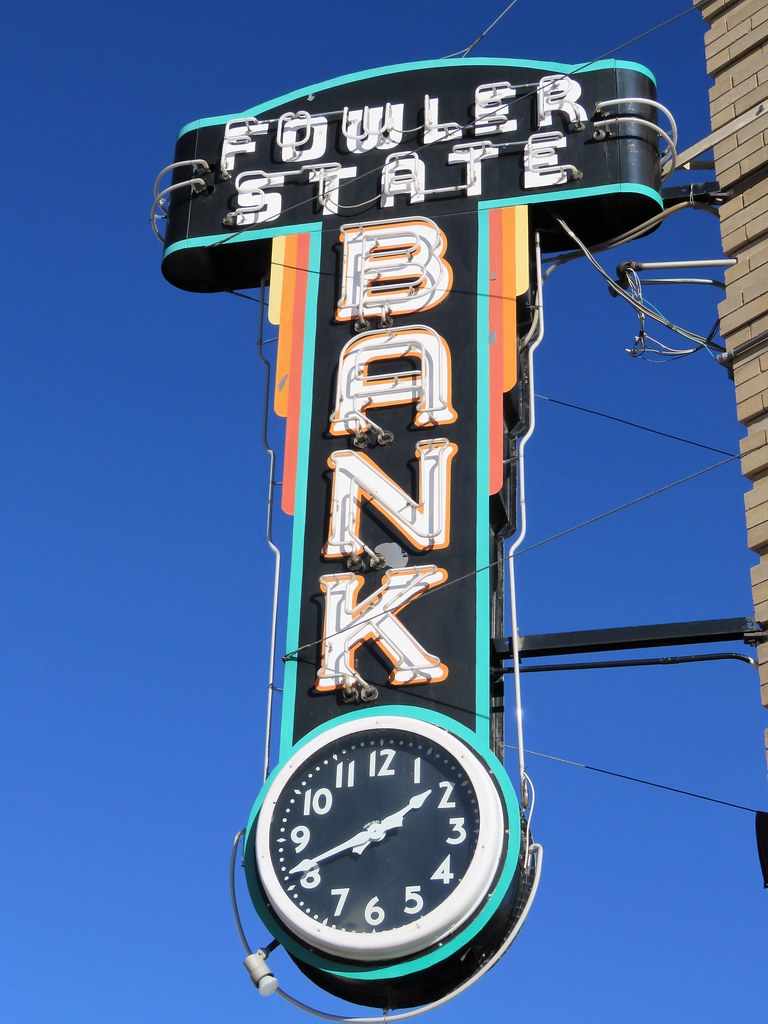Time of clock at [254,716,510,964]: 1:41
